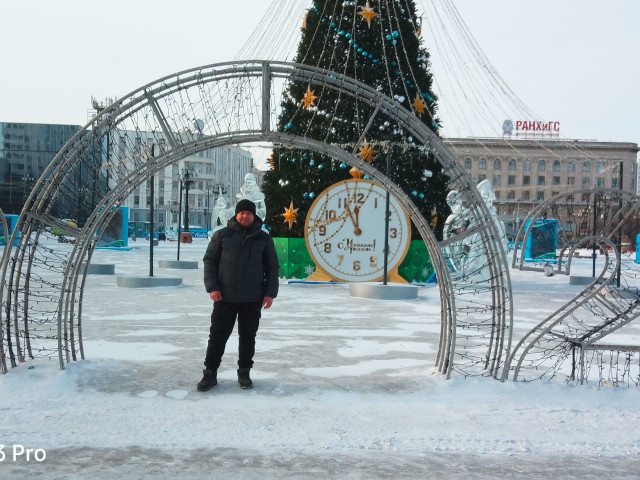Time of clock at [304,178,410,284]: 11:55
